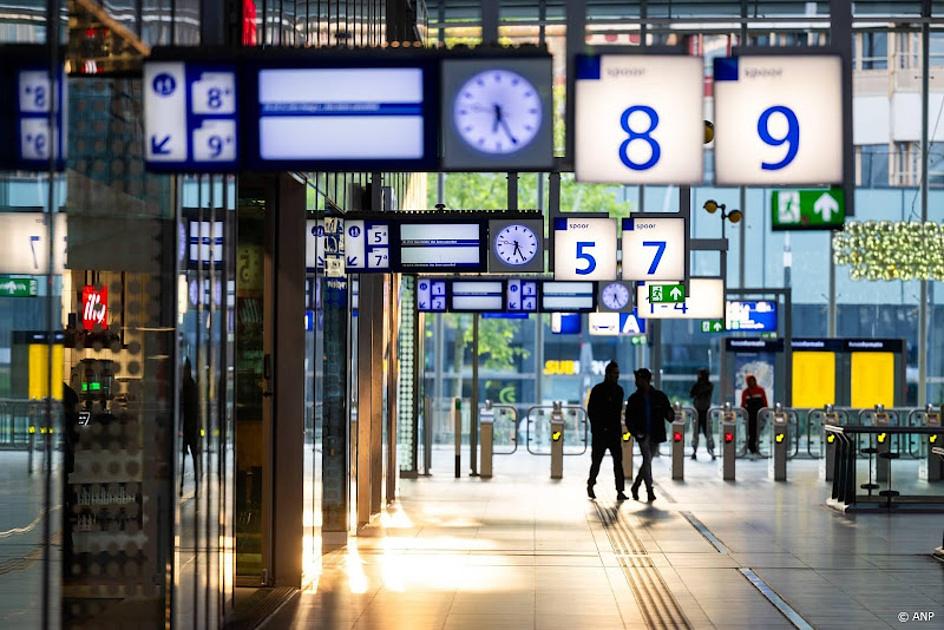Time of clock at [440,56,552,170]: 6:25
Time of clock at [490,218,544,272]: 6:26
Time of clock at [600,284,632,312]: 6:25
